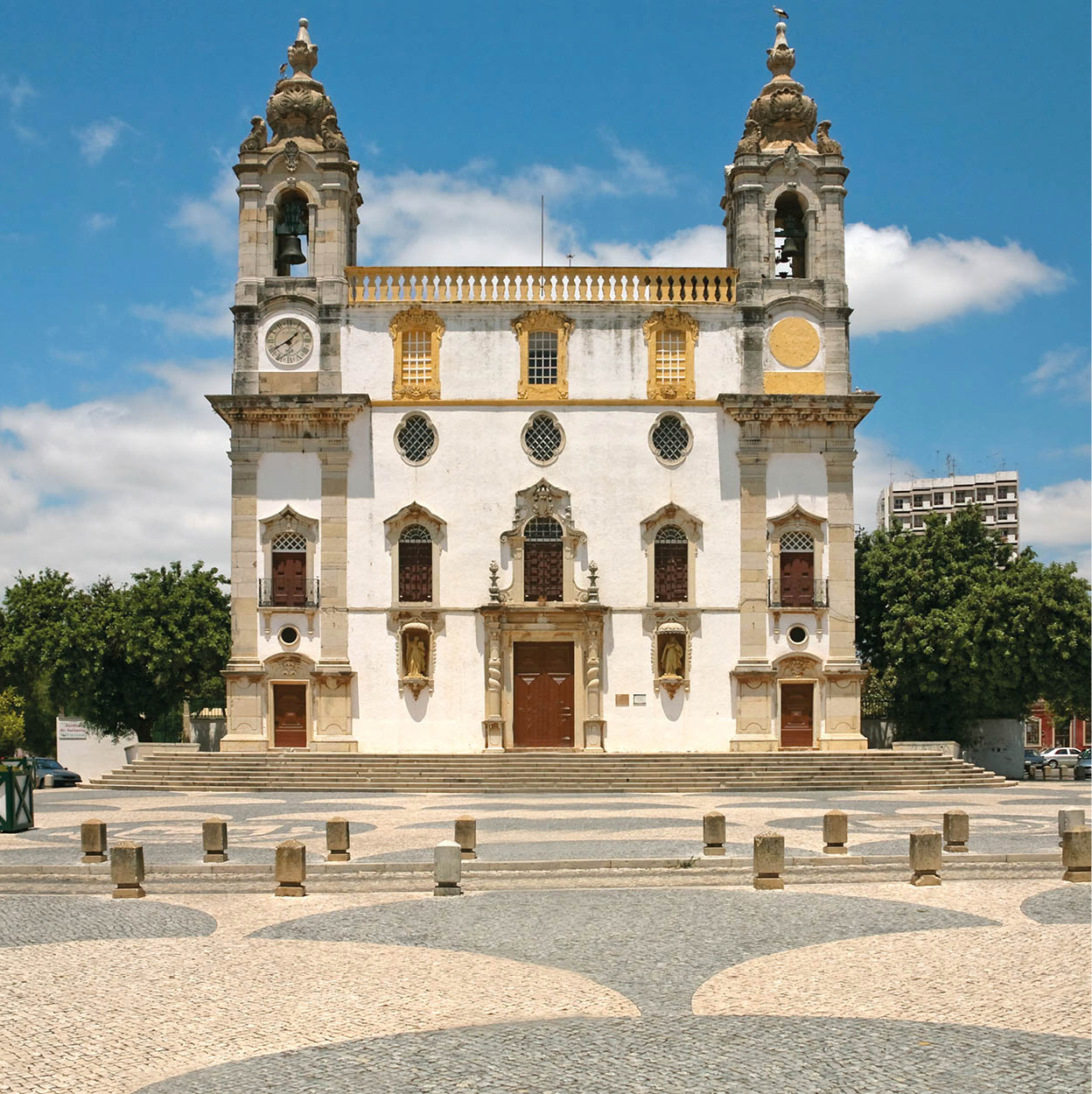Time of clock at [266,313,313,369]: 1:40
